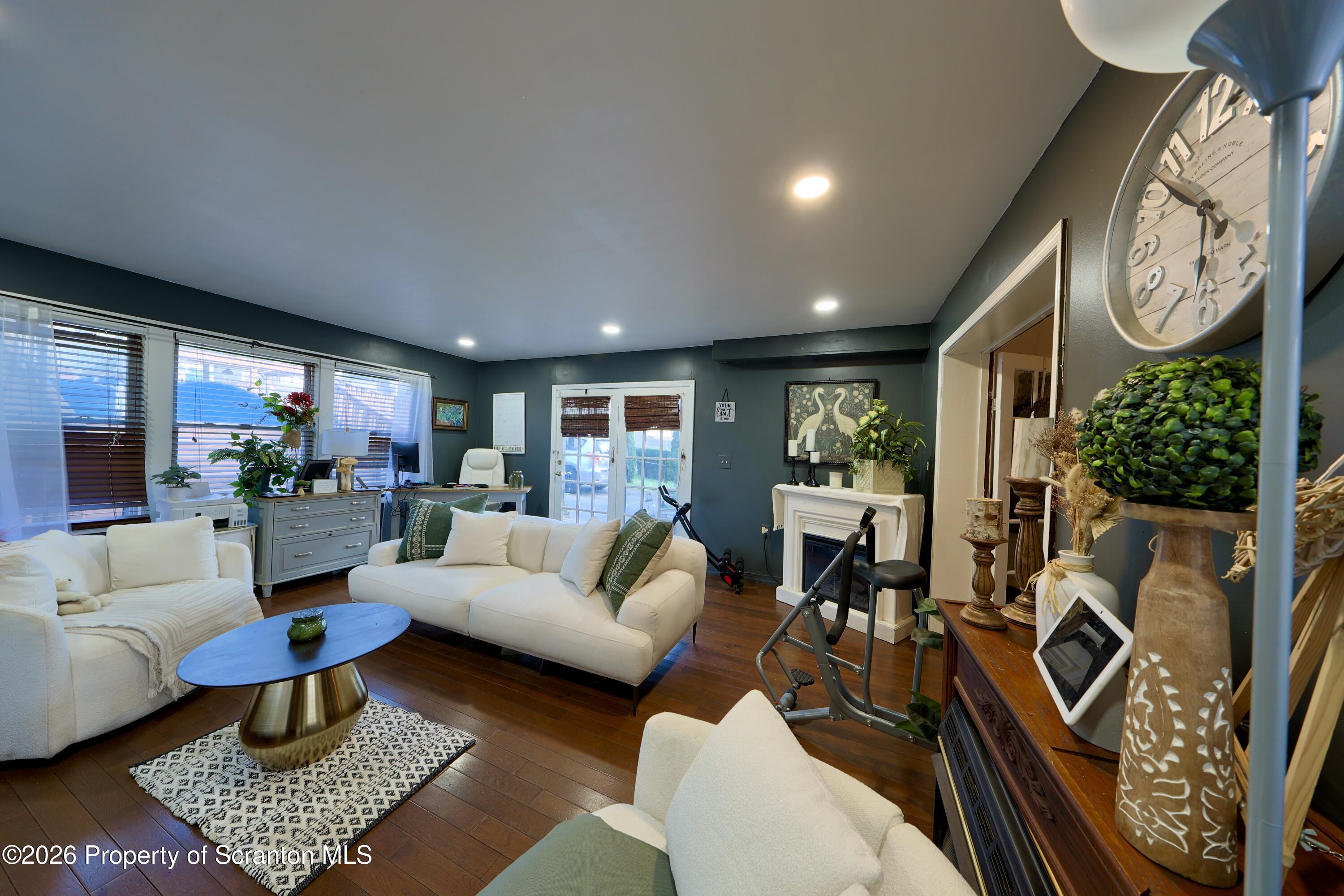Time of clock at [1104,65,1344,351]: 5:51
